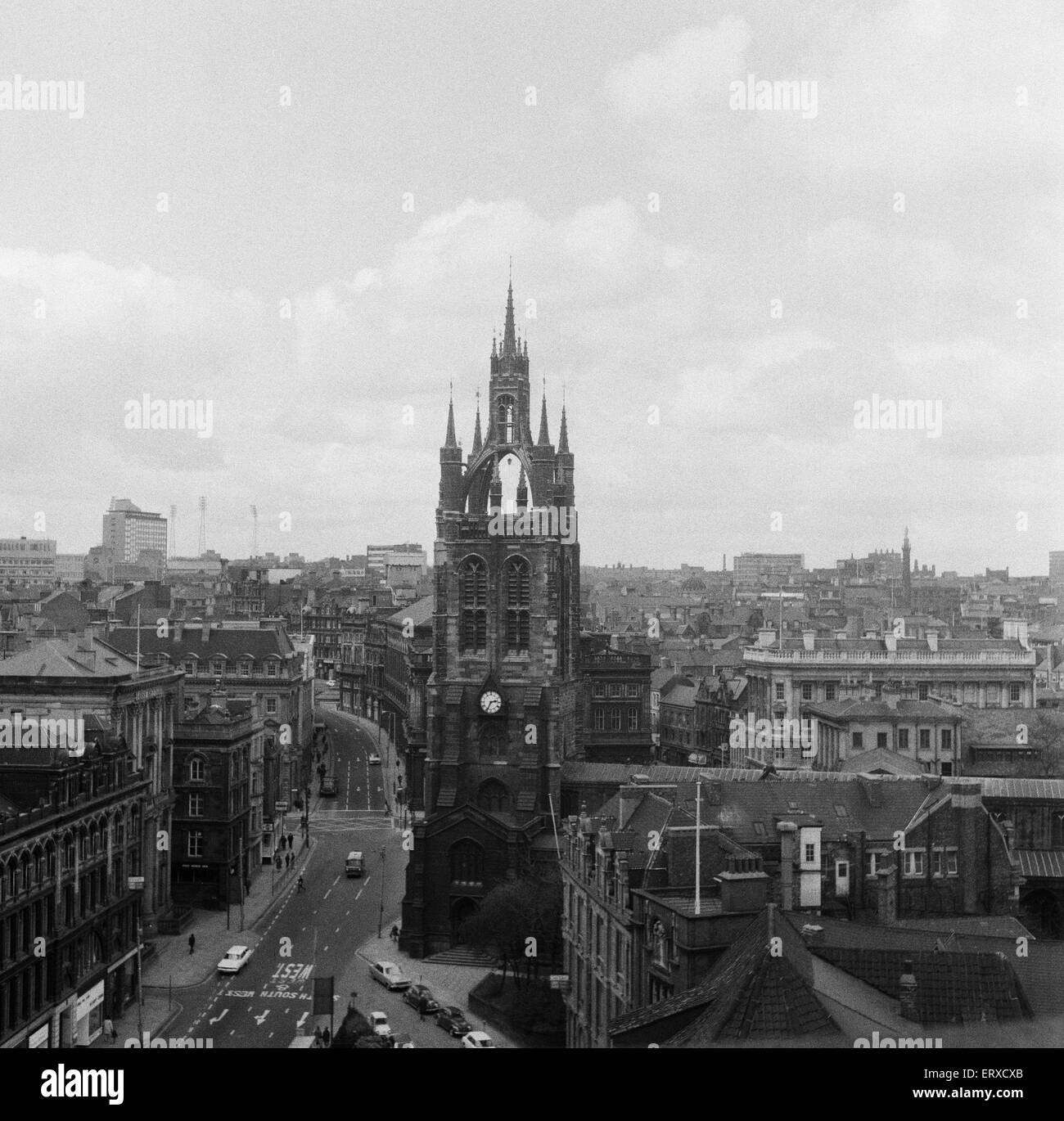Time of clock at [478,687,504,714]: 2:34
